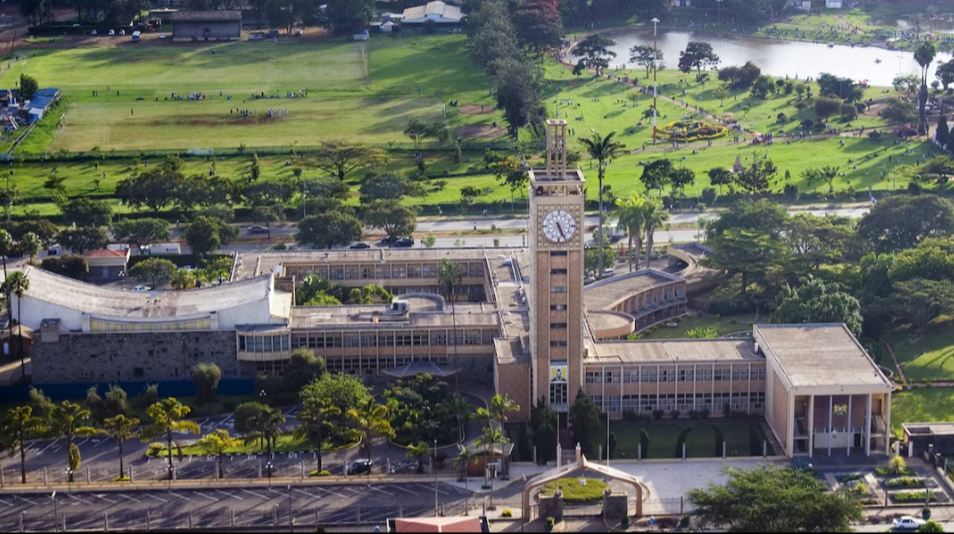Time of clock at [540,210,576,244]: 5:26
